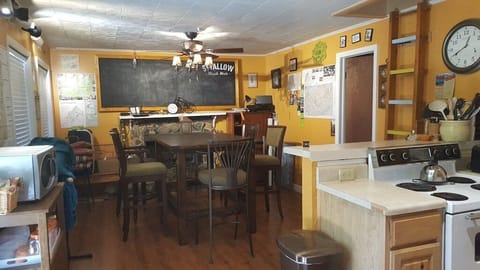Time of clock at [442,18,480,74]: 12:40
